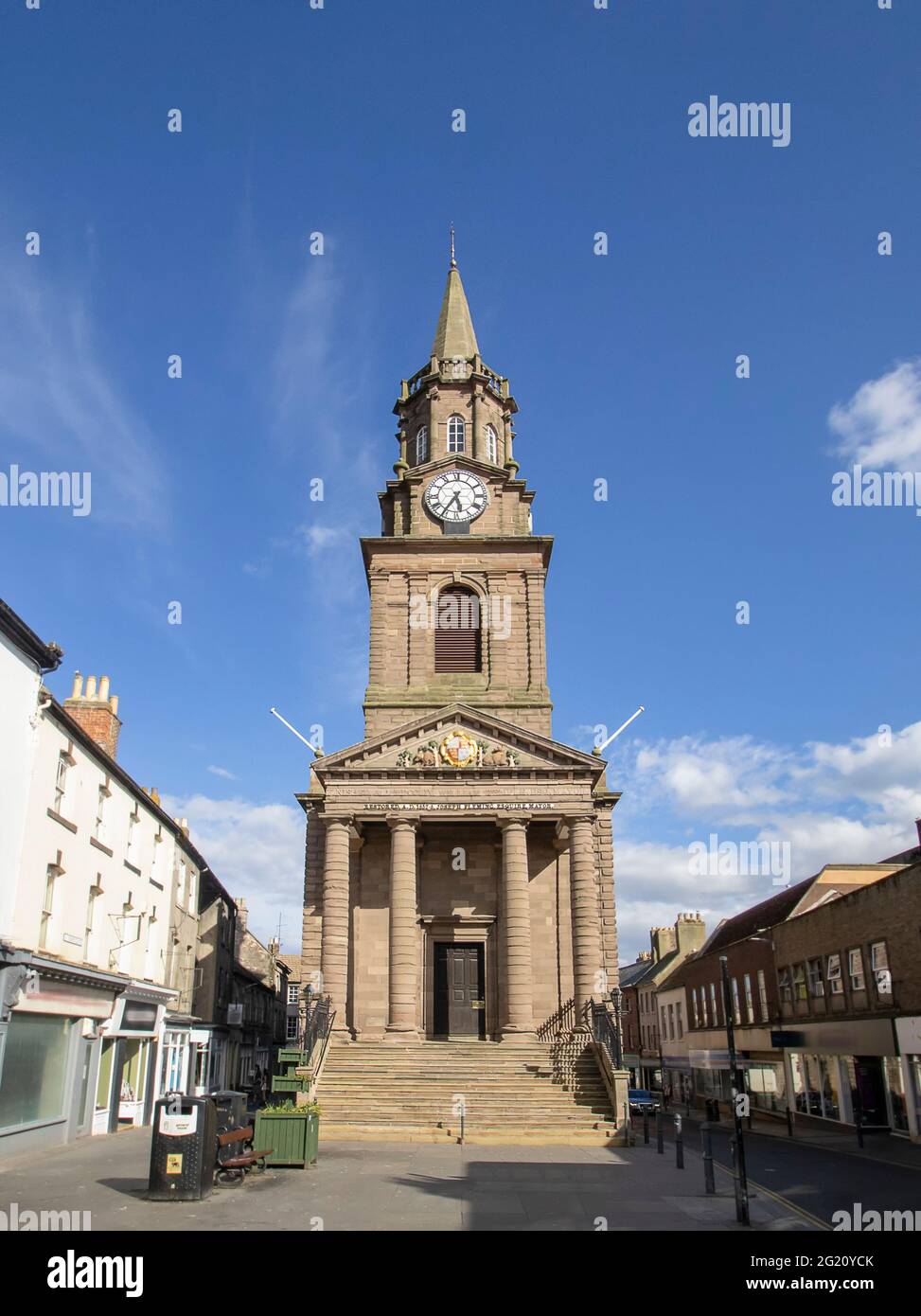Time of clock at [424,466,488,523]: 5:35
